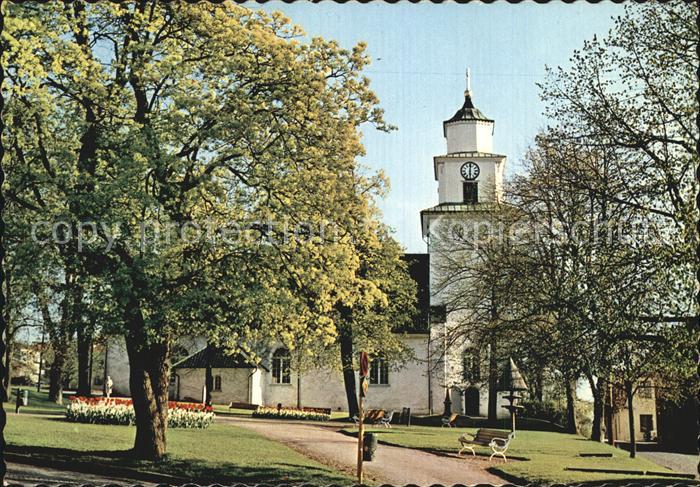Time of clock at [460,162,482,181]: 6:01
